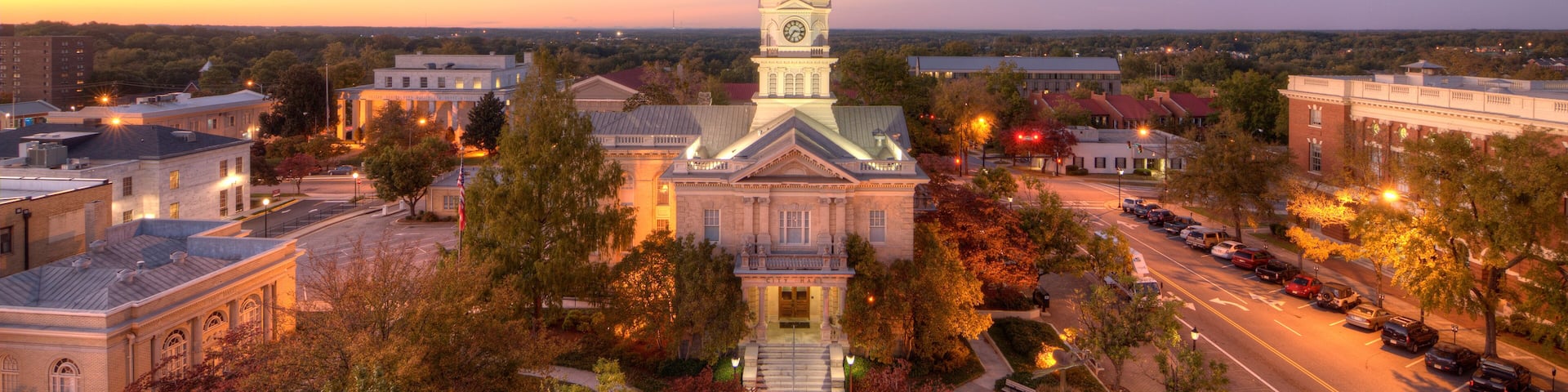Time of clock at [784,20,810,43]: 7:15
